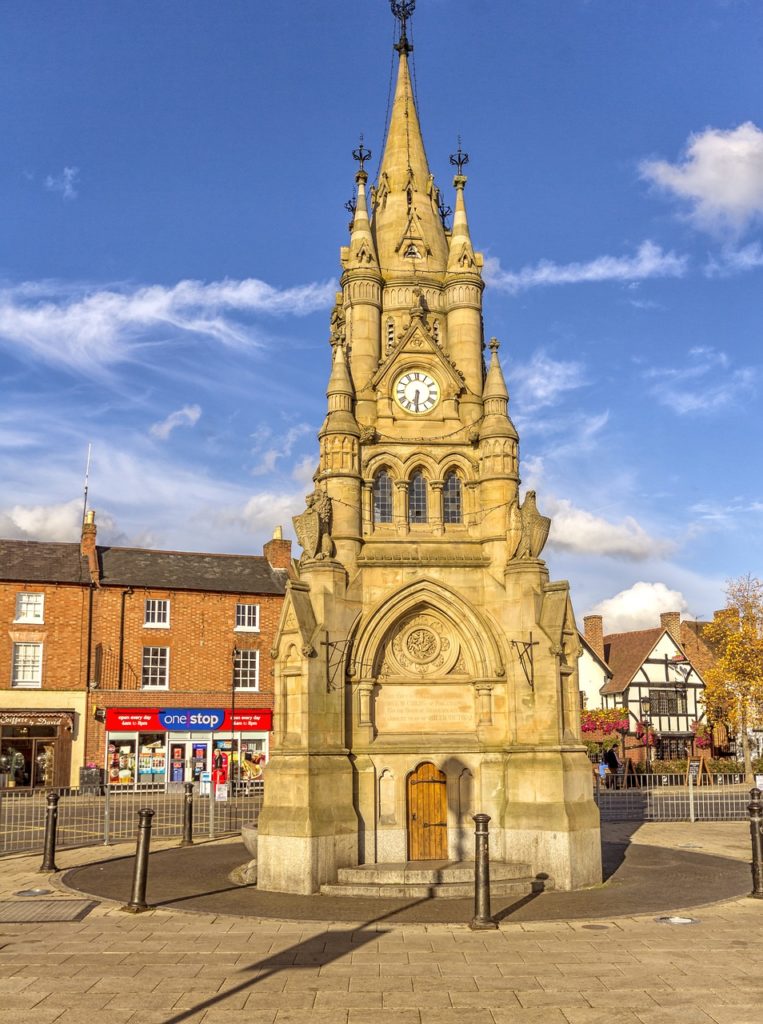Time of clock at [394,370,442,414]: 6:30
